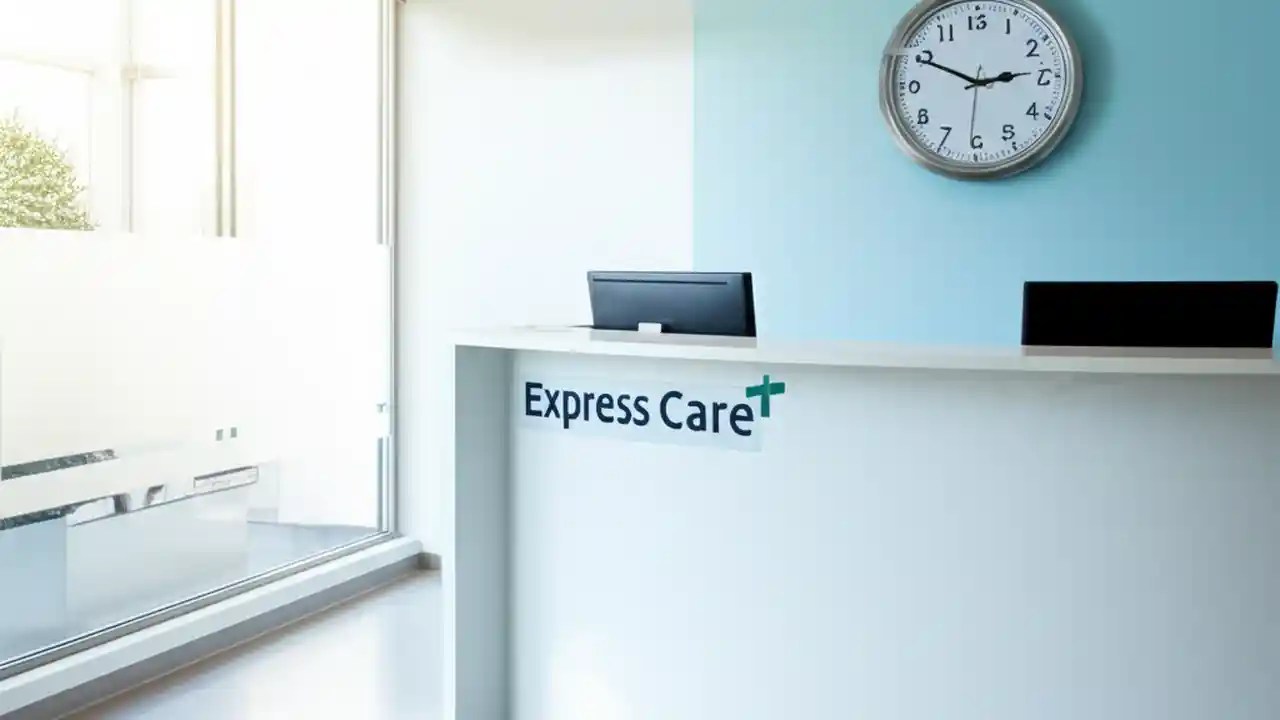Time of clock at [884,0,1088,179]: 2:49
